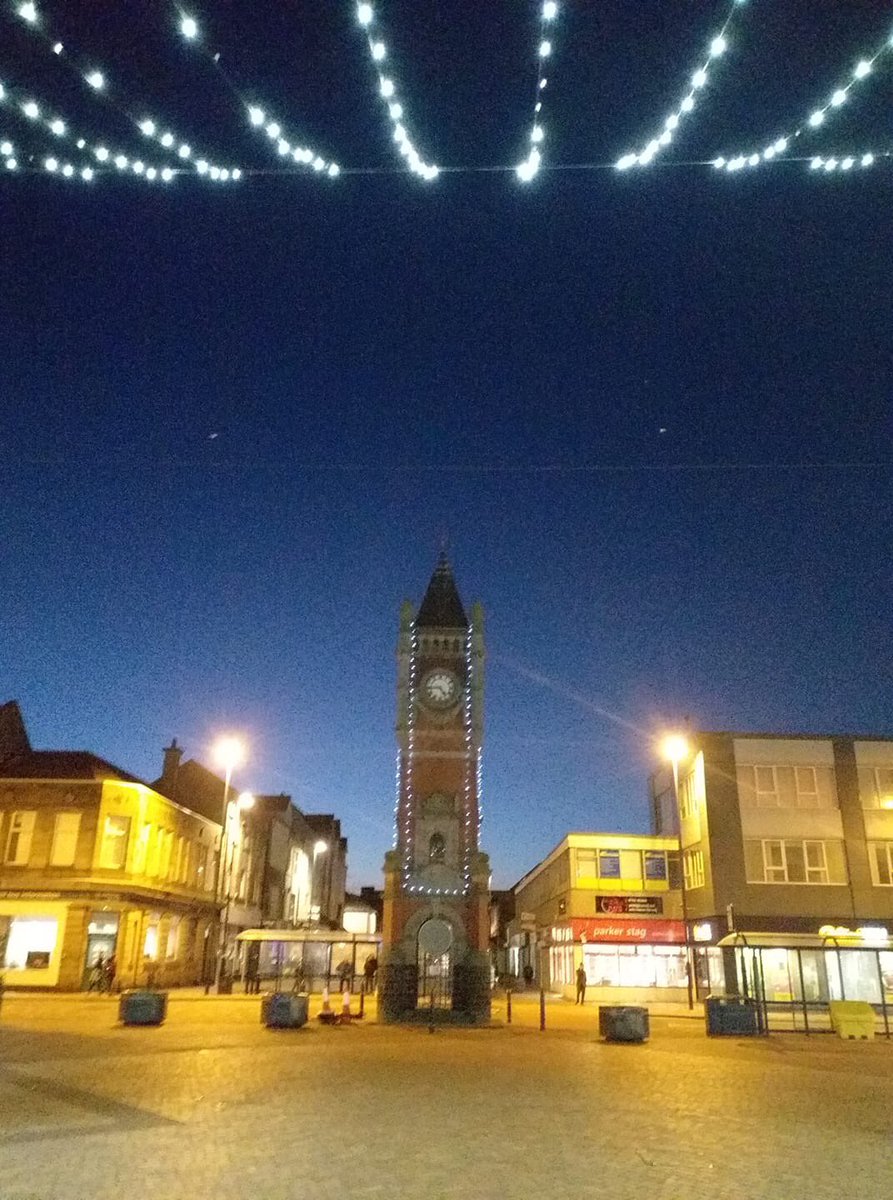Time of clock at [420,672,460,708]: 4:44
